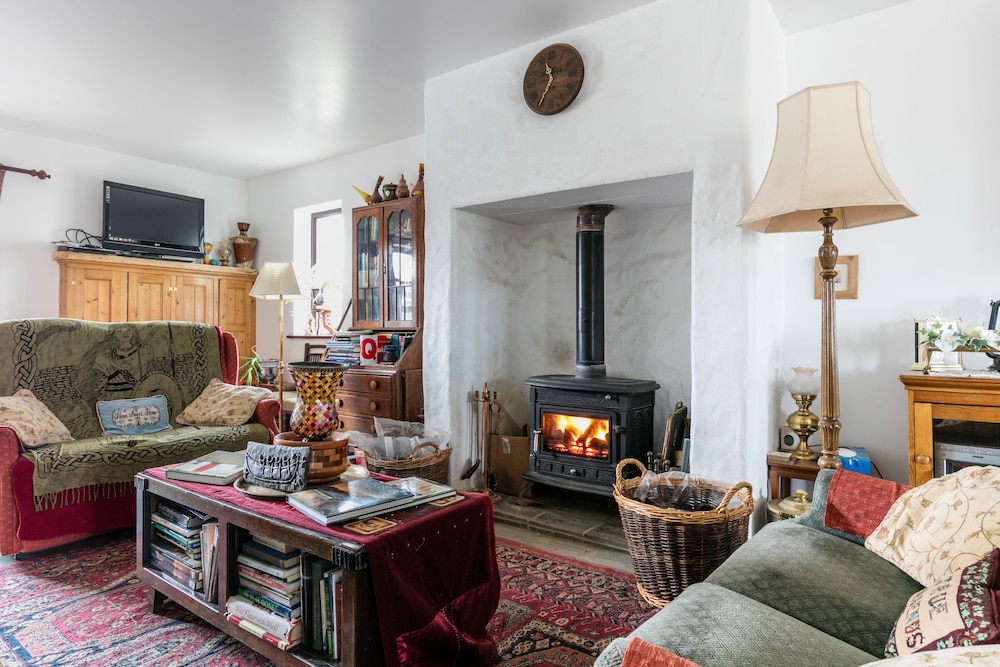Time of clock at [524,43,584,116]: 11:35
